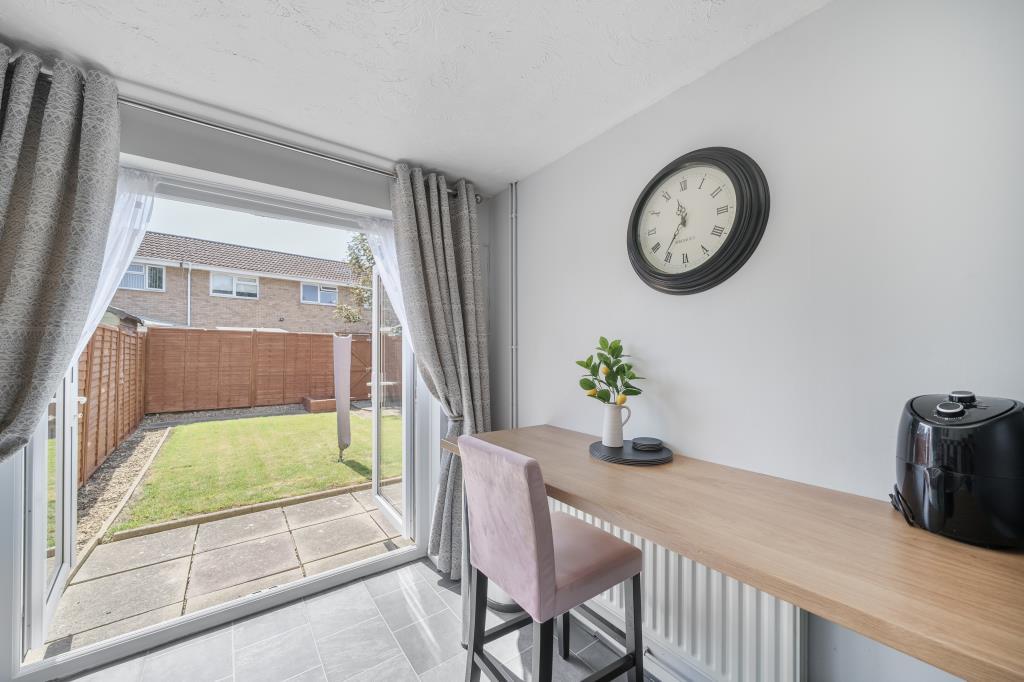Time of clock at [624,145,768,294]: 11:35
